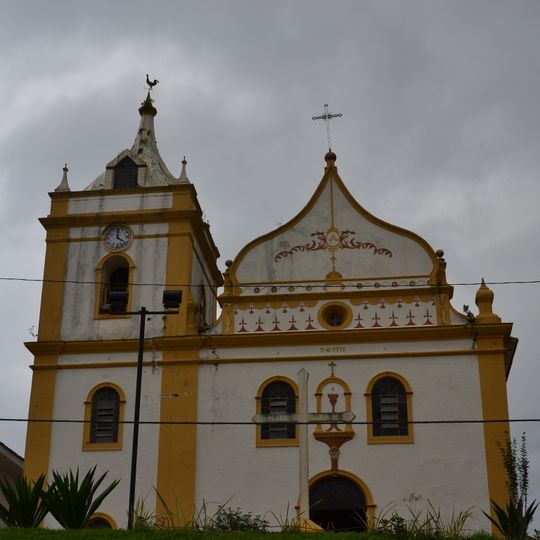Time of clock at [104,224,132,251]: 4:01
